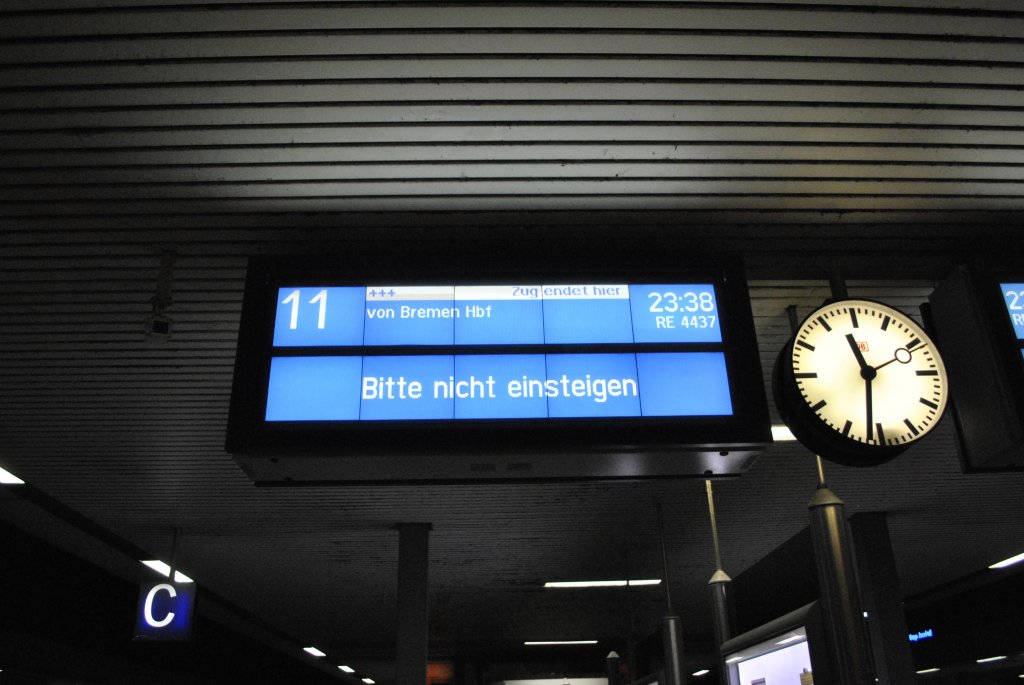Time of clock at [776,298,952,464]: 11:31
